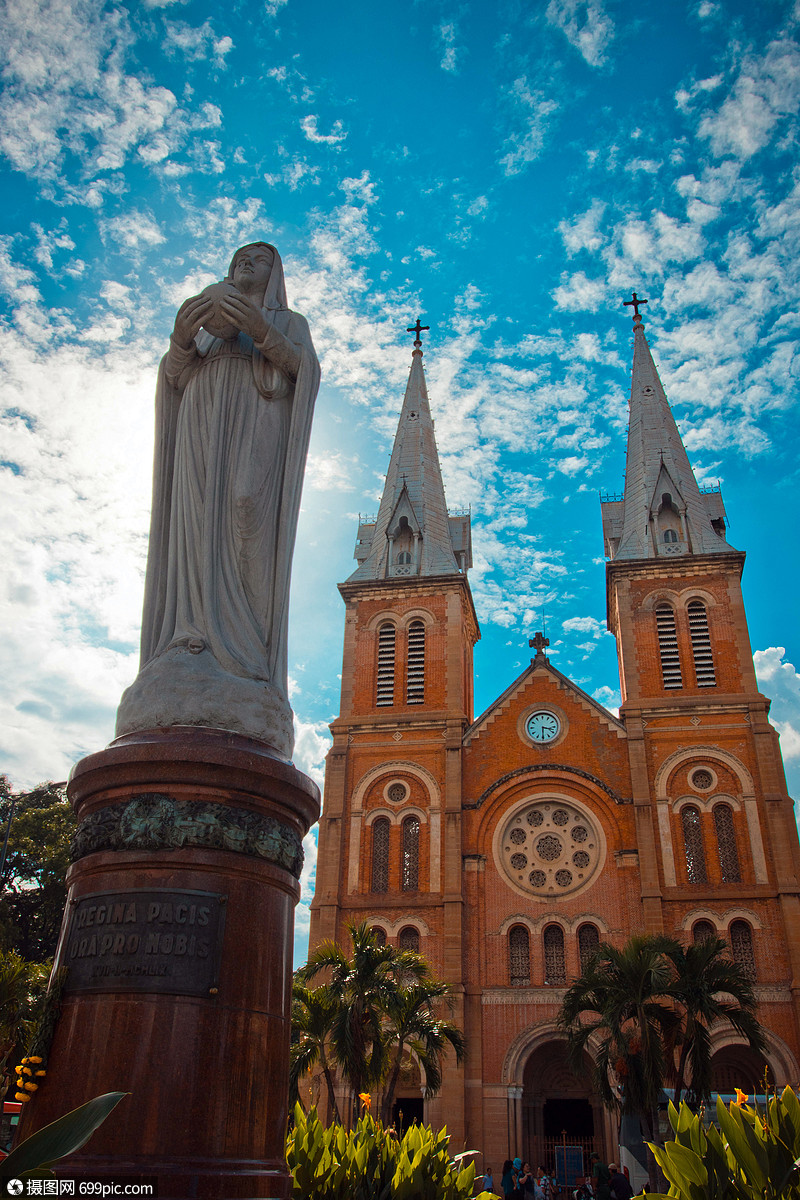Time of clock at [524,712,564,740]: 3:30
